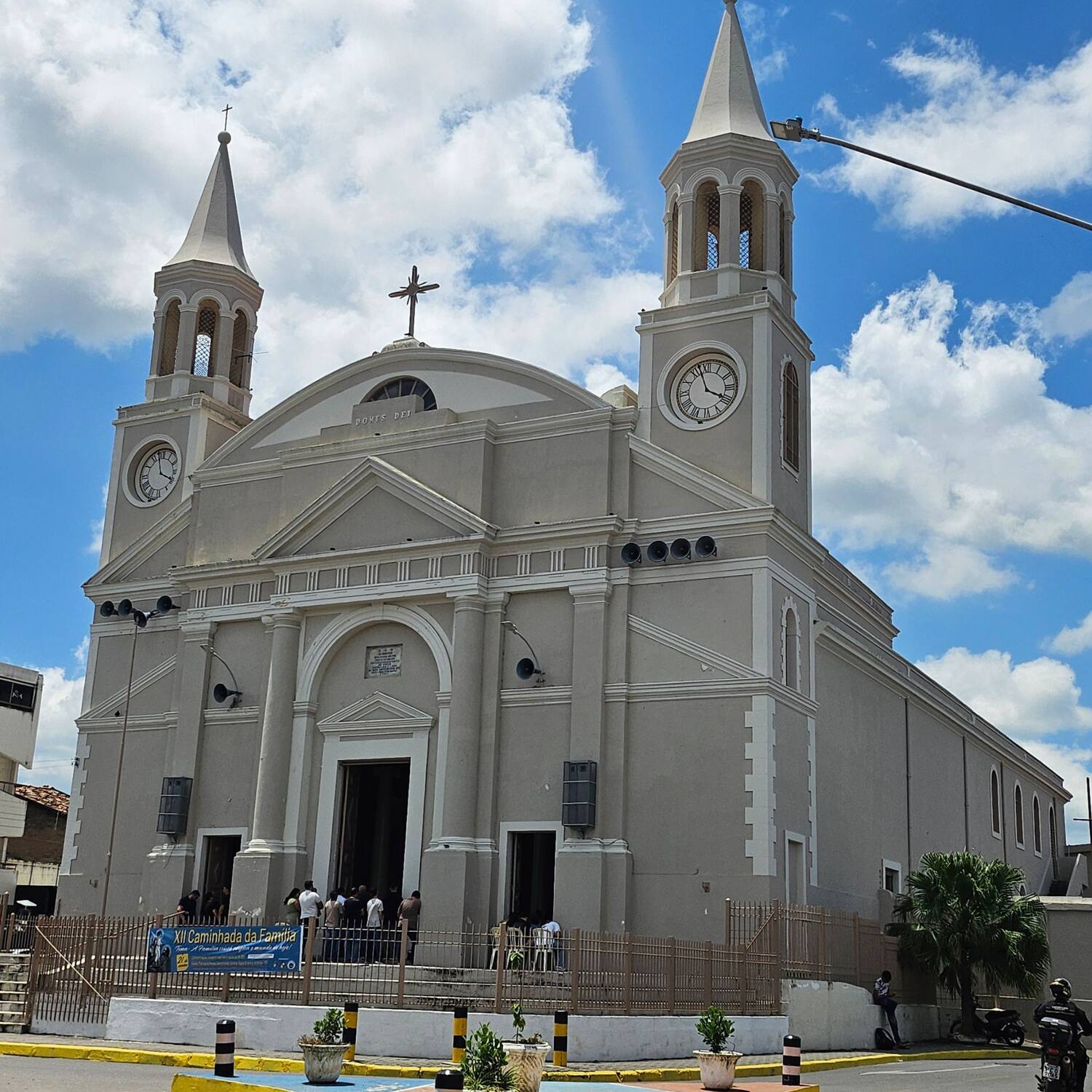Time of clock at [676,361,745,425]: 3:57
